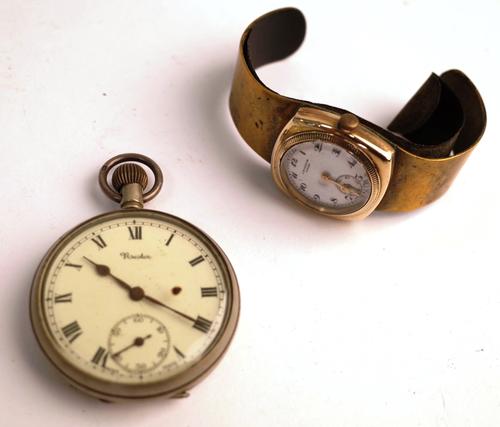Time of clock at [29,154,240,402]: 10:19
